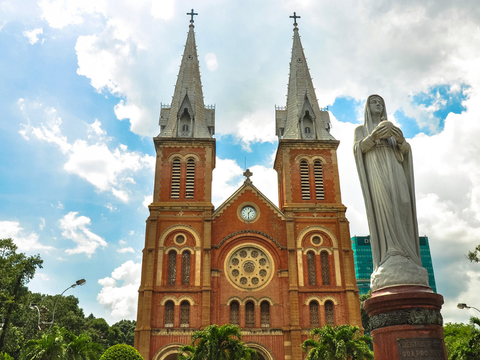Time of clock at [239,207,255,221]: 1:29
